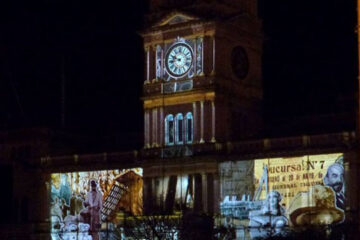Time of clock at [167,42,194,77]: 9:43
